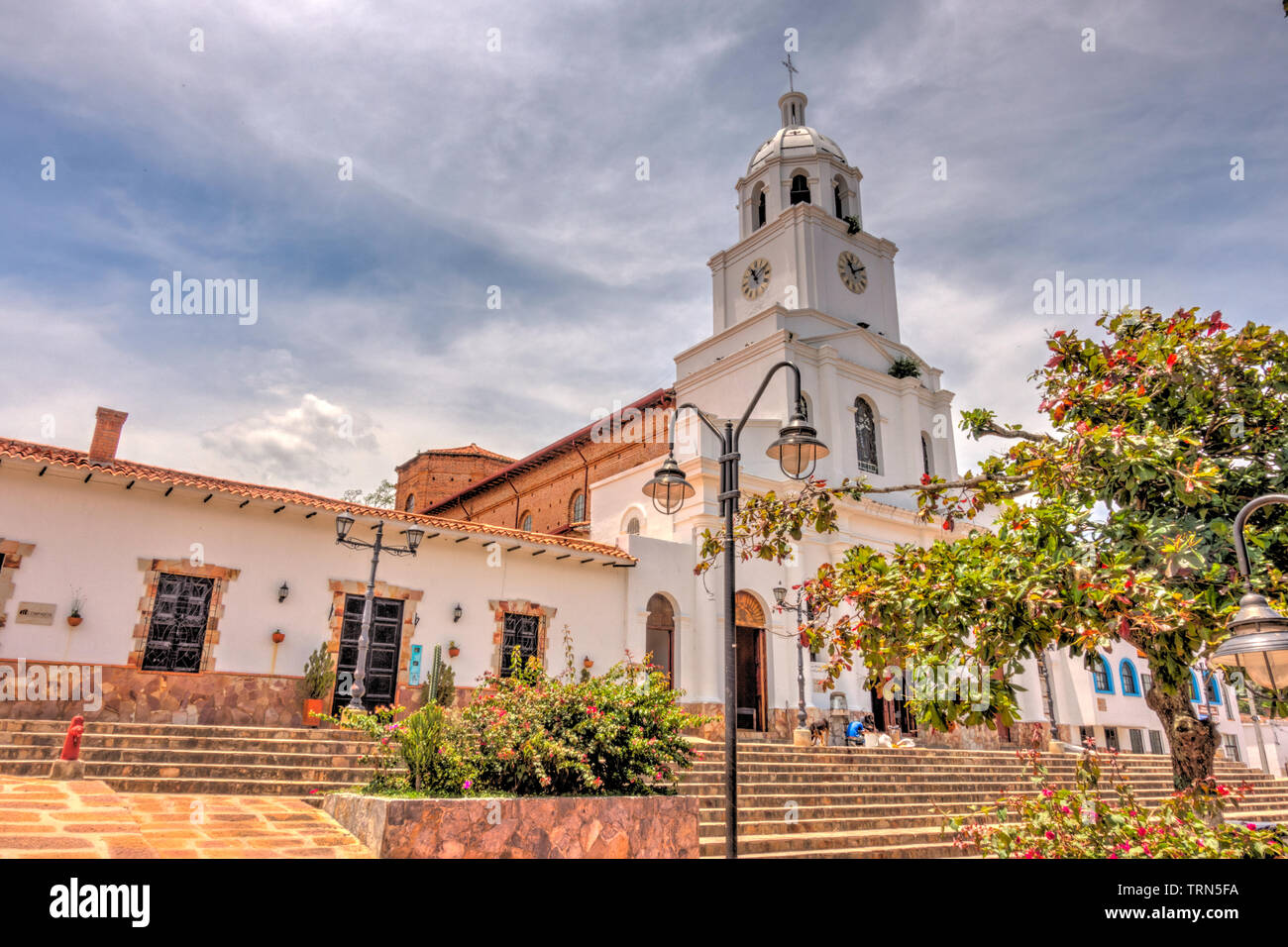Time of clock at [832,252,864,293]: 11:09
